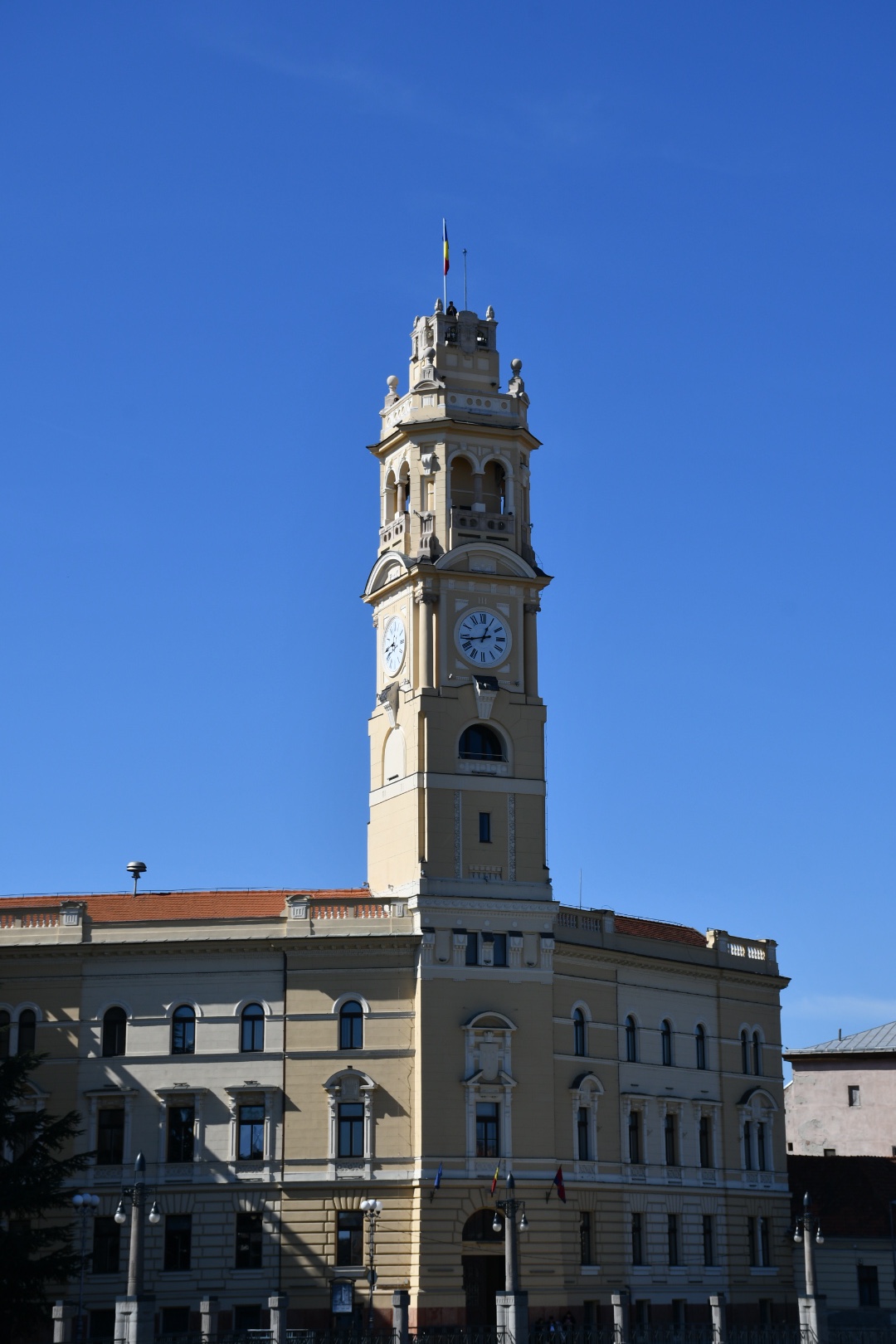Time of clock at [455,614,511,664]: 12:43
